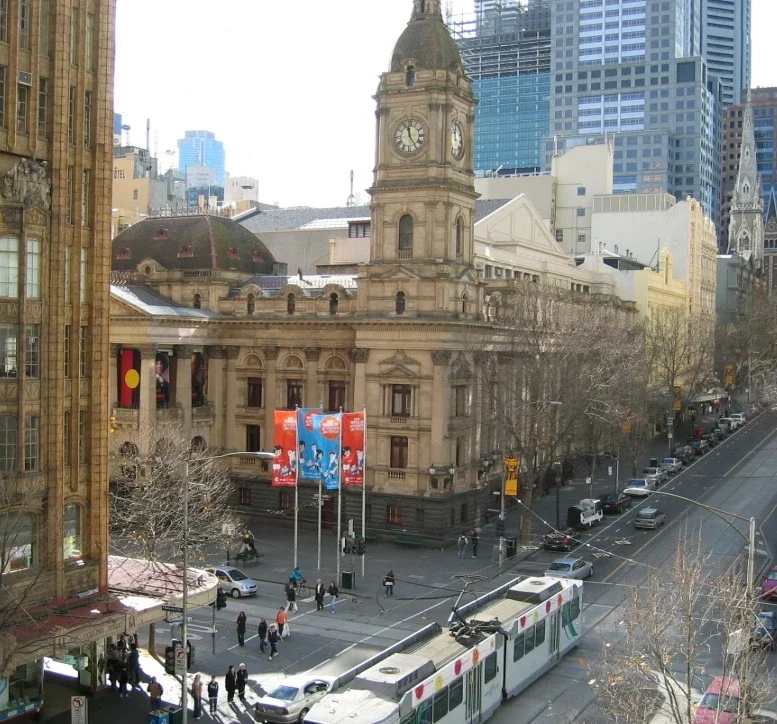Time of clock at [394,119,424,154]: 11:24
